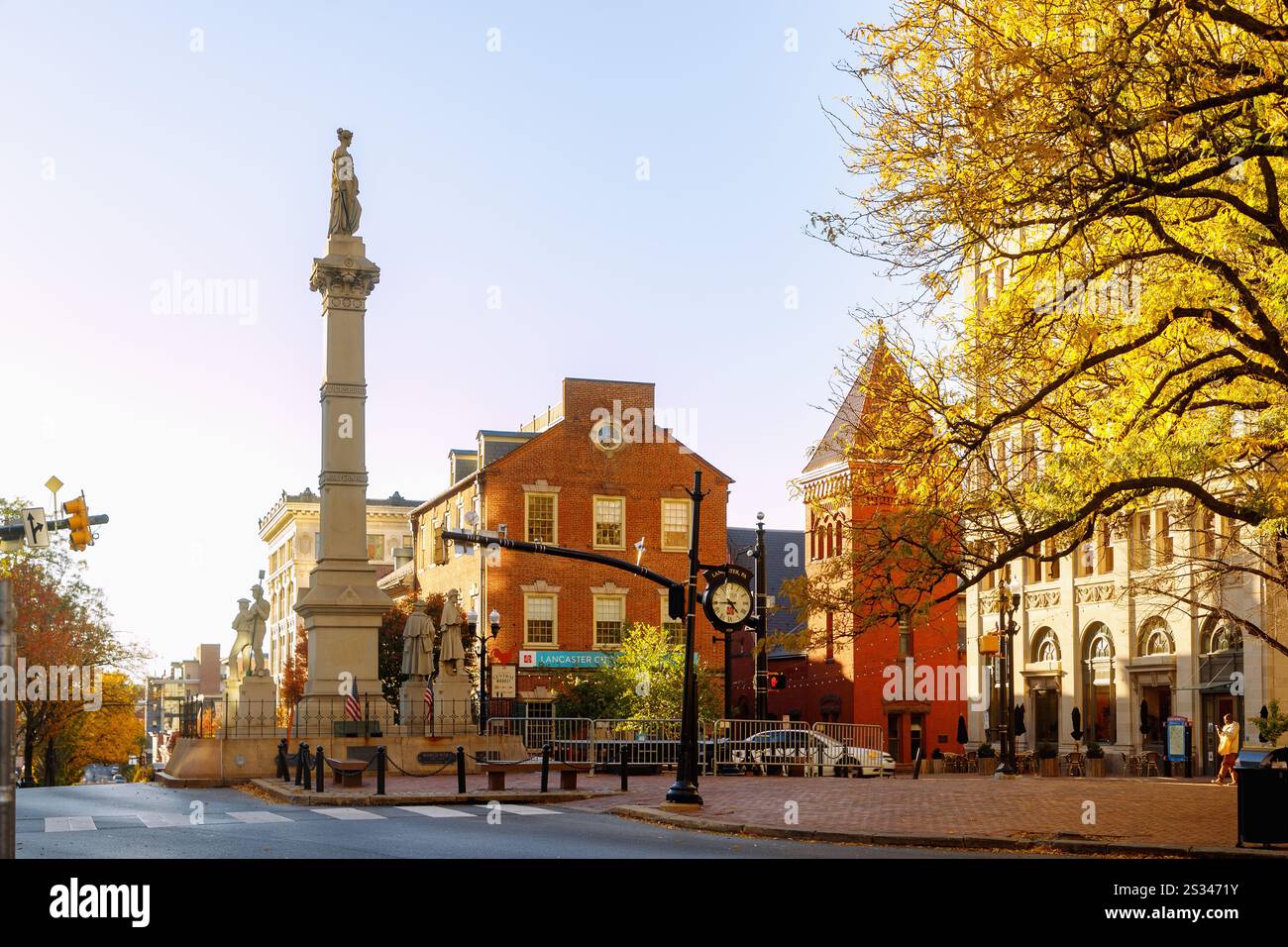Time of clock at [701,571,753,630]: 4:44
